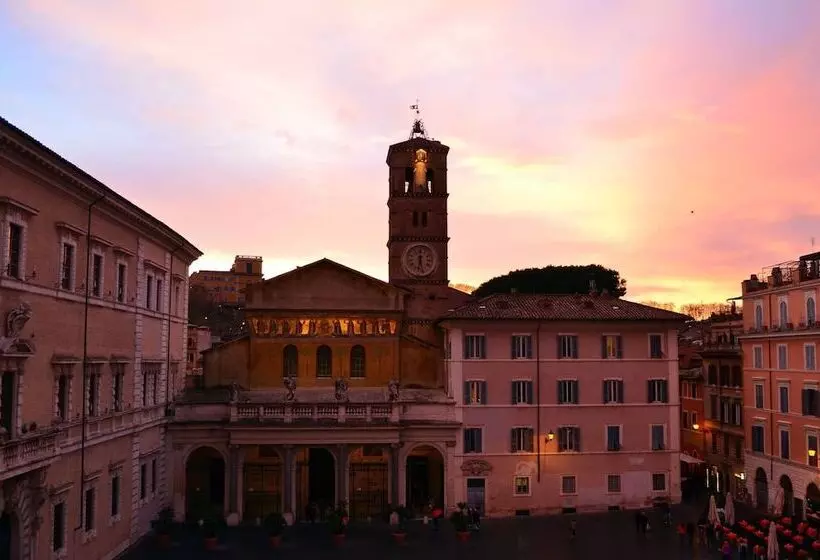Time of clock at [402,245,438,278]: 6:27
